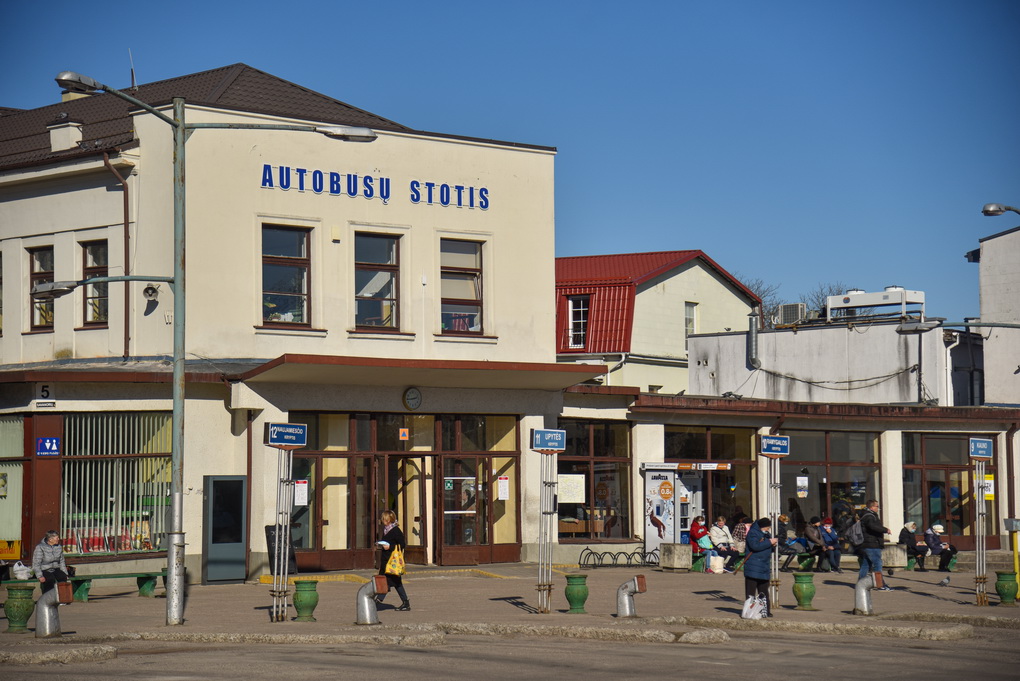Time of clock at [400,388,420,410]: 2:44
